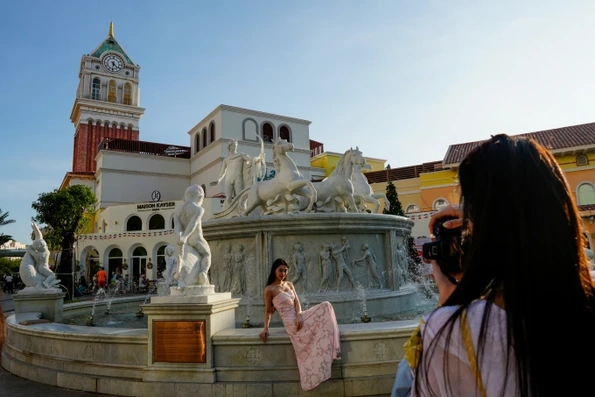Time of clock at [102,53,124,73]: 4:31
